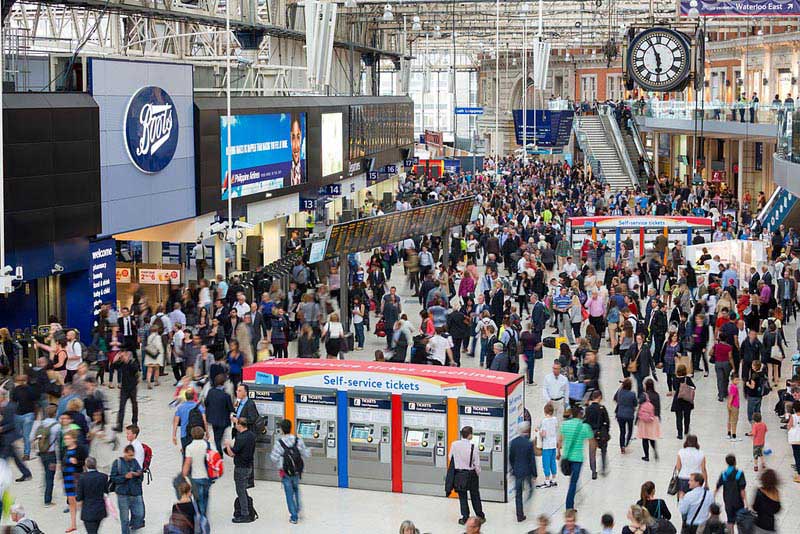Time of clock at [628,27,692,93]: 5:55
